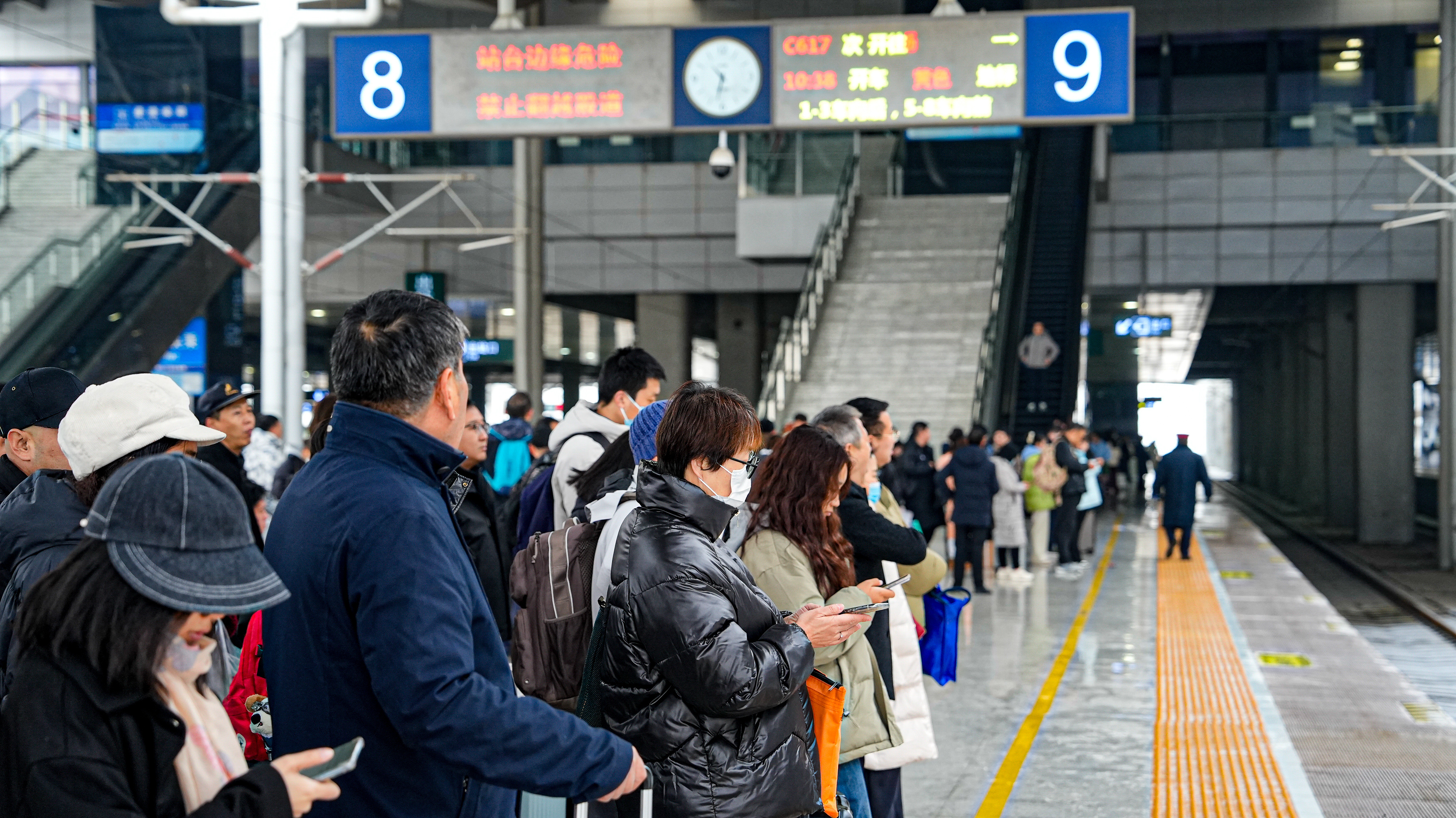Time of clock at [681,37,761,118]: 6:32
